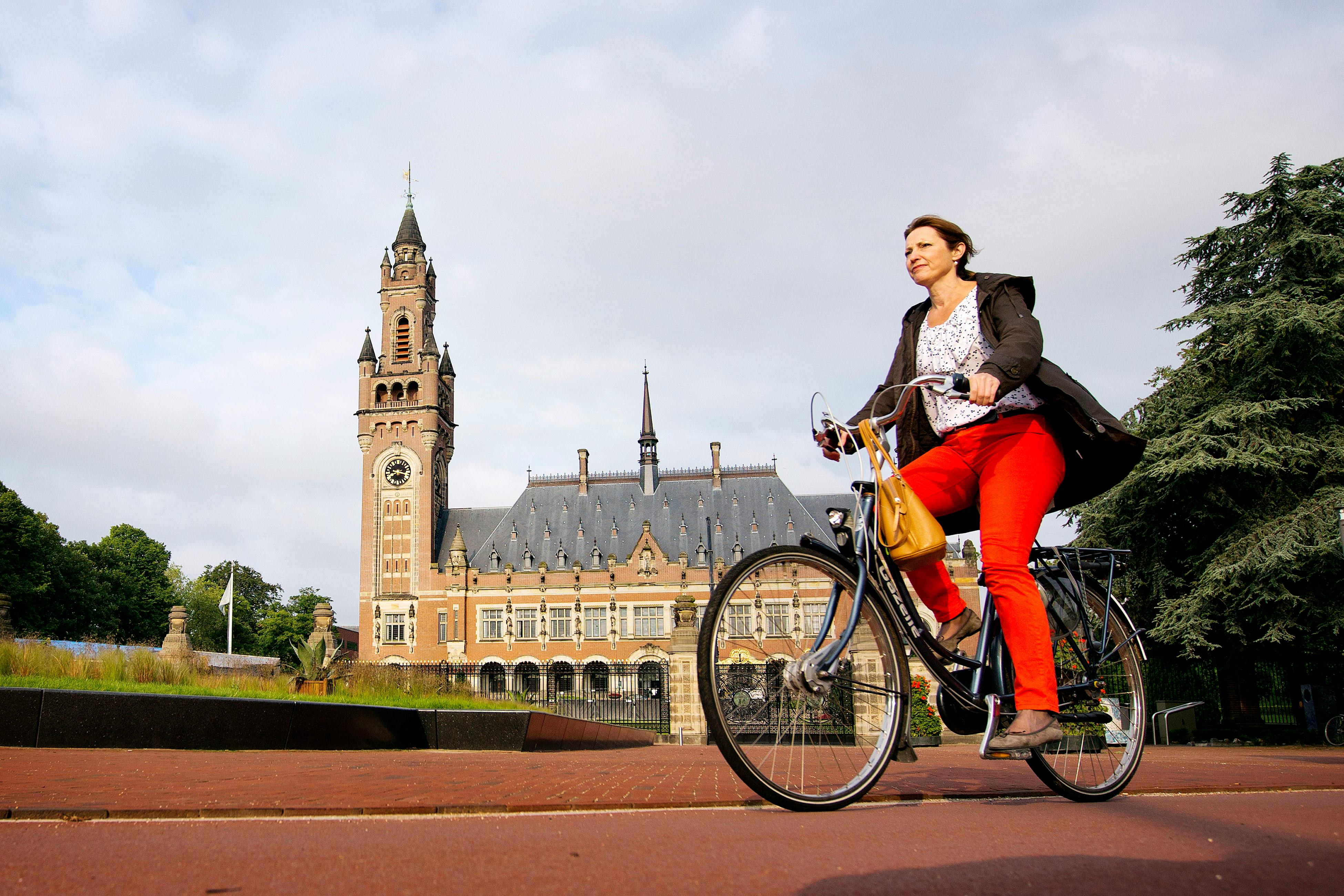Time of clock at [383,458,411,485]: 8:16
